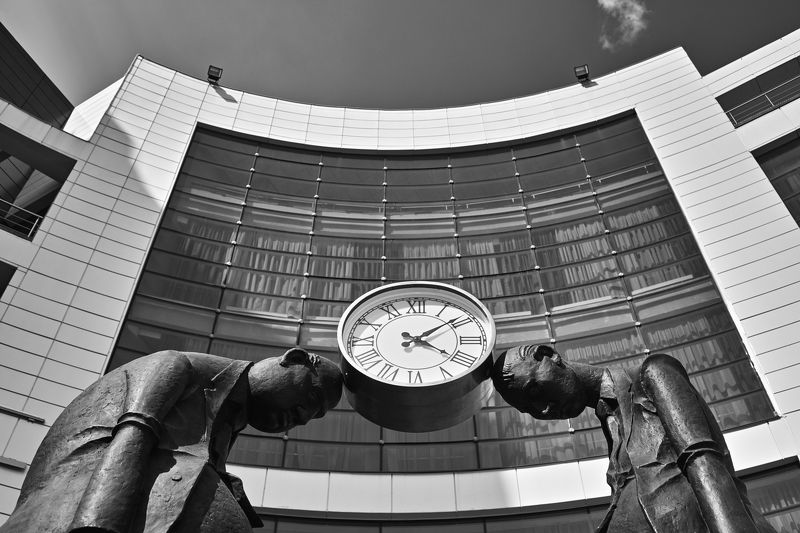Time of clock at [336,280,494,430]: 4:09
